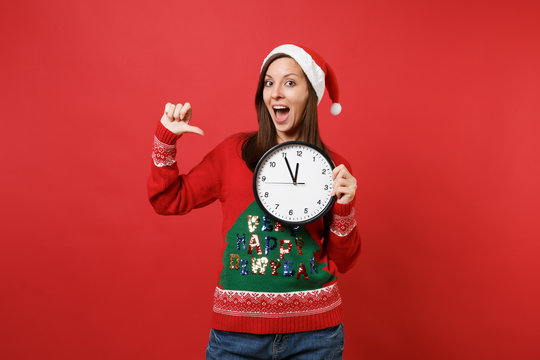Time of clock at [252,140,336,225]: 11:54
